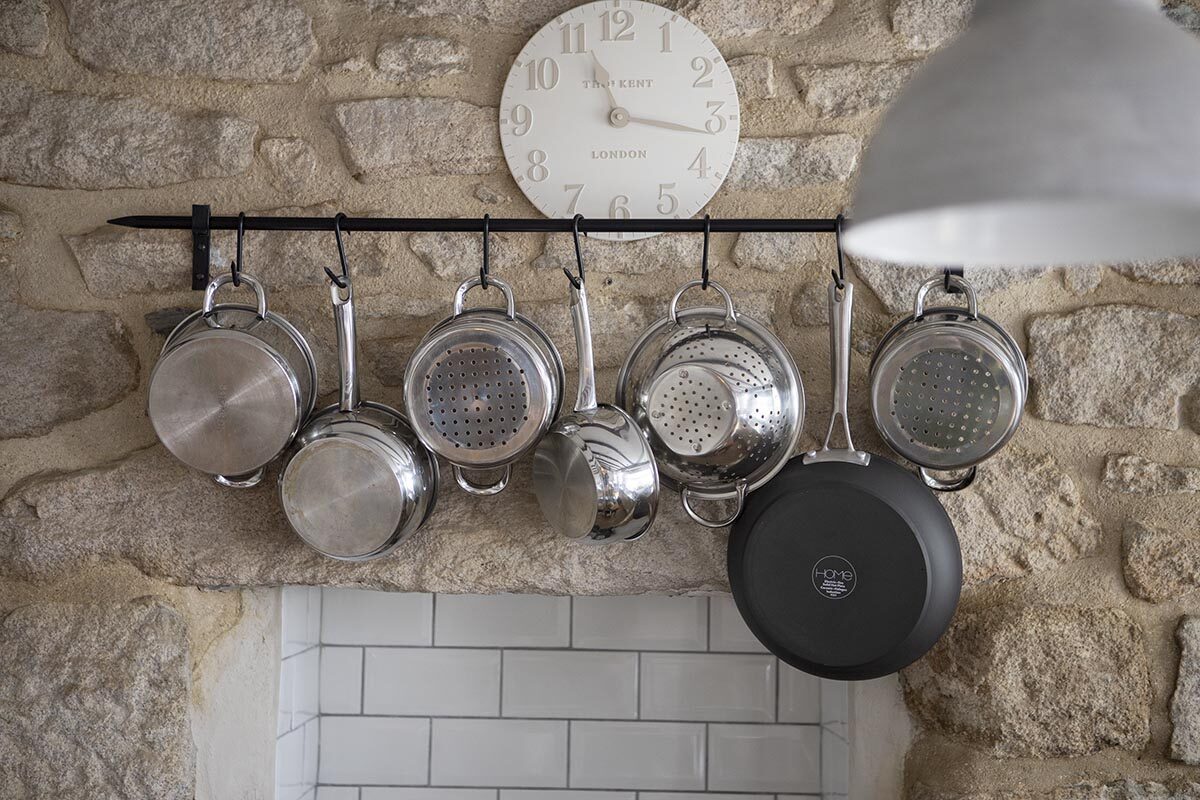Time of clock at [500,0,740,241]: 11:16
